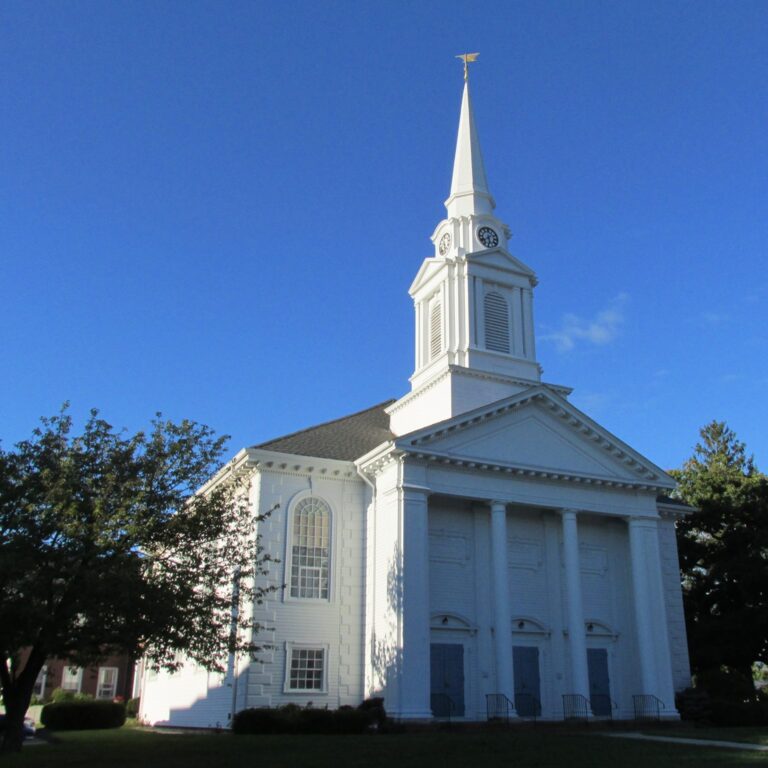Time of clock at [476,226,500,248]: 5:38
